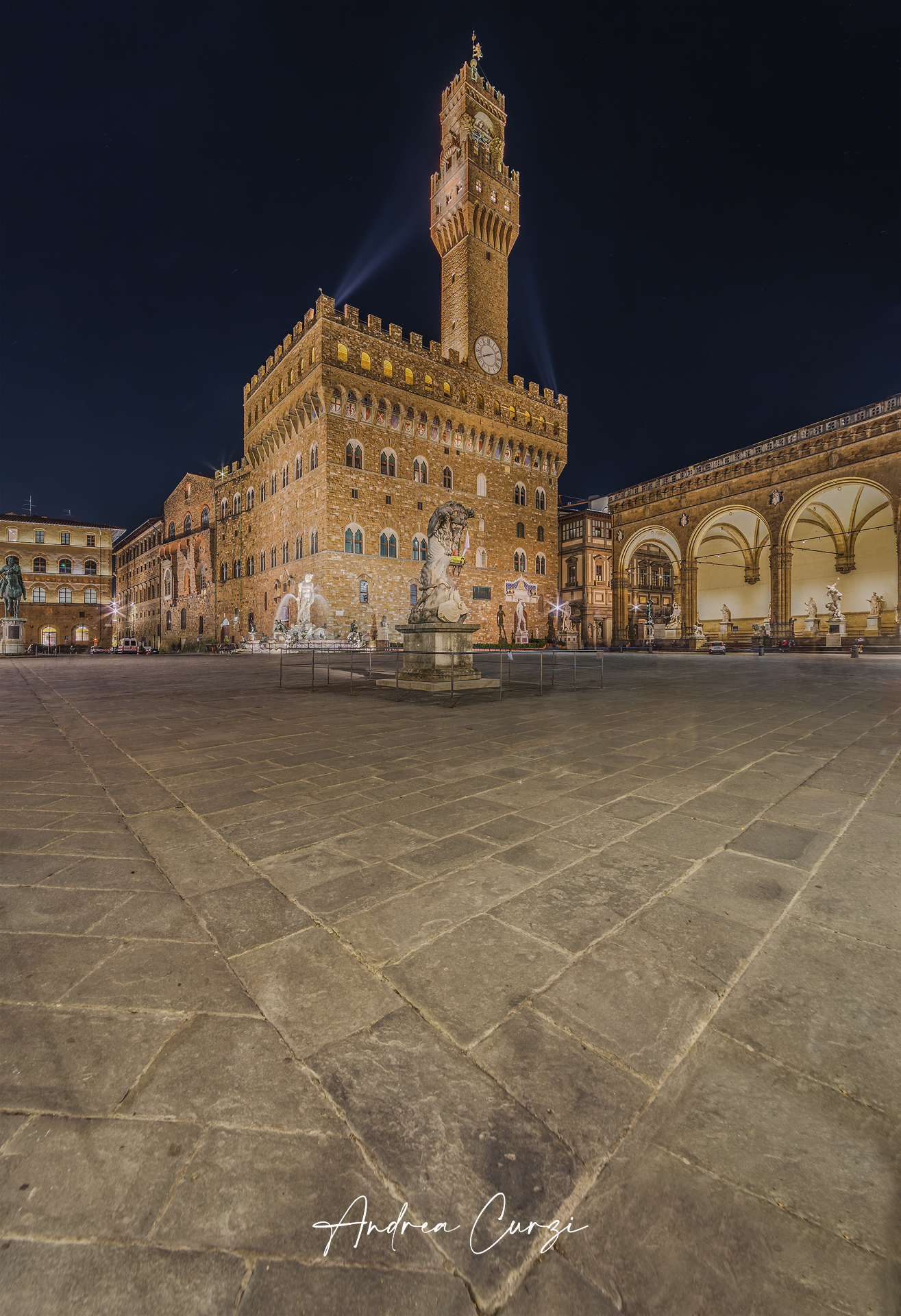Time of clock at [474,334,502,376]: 8:11
